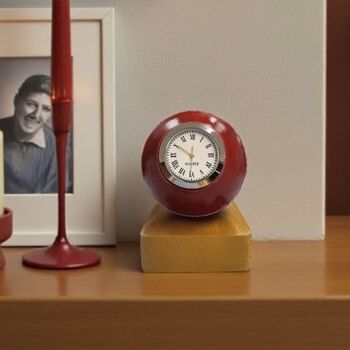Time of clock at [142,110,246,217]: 11:50
